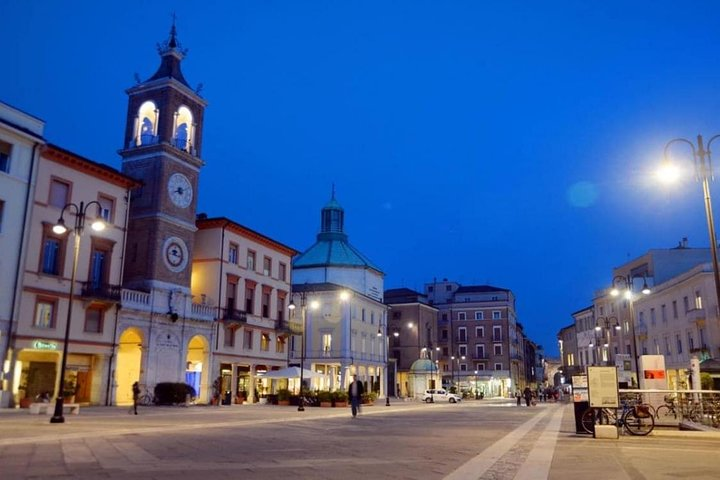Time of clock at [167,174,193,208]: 8:11
